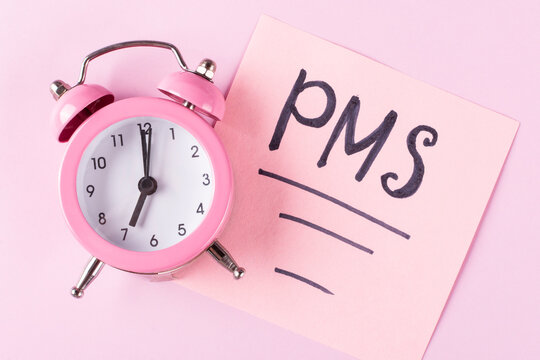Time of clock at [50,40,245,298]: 7:00
